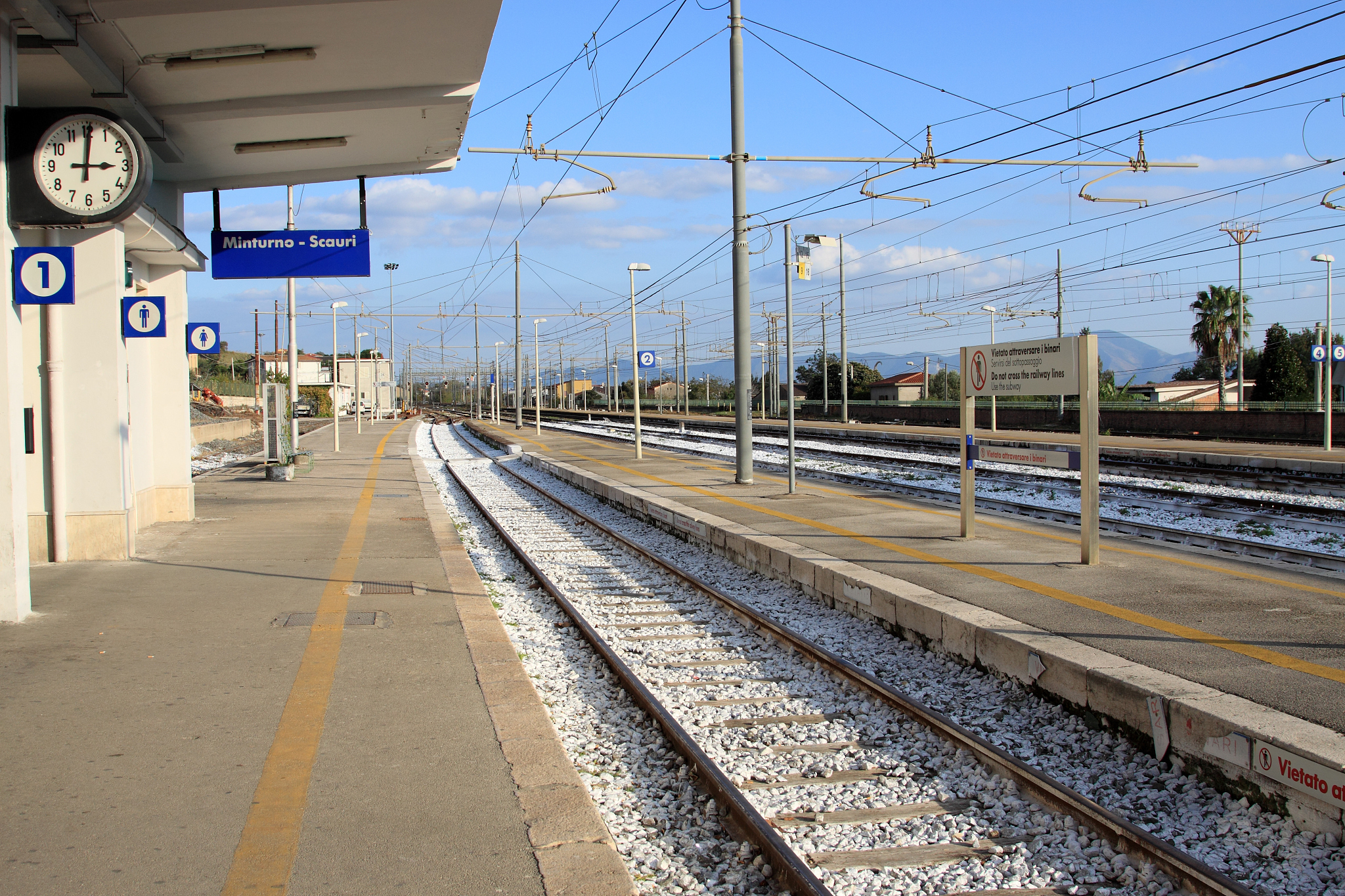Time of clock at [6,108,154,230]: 3:00
